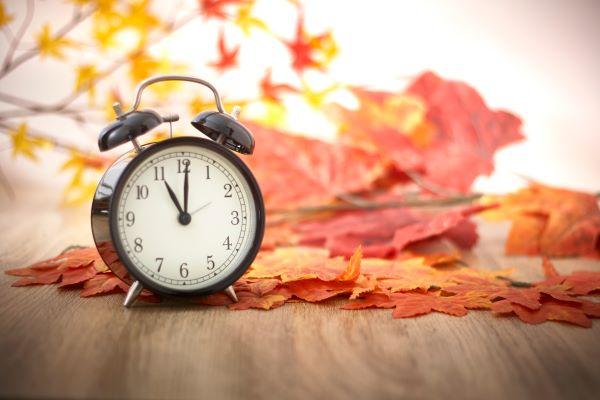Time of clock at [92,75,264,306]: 11:00
